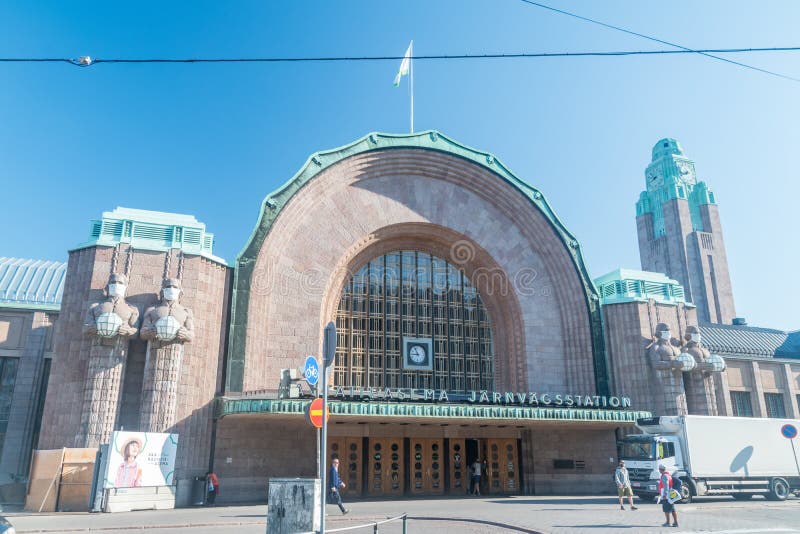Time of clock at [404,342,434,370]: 8:56
